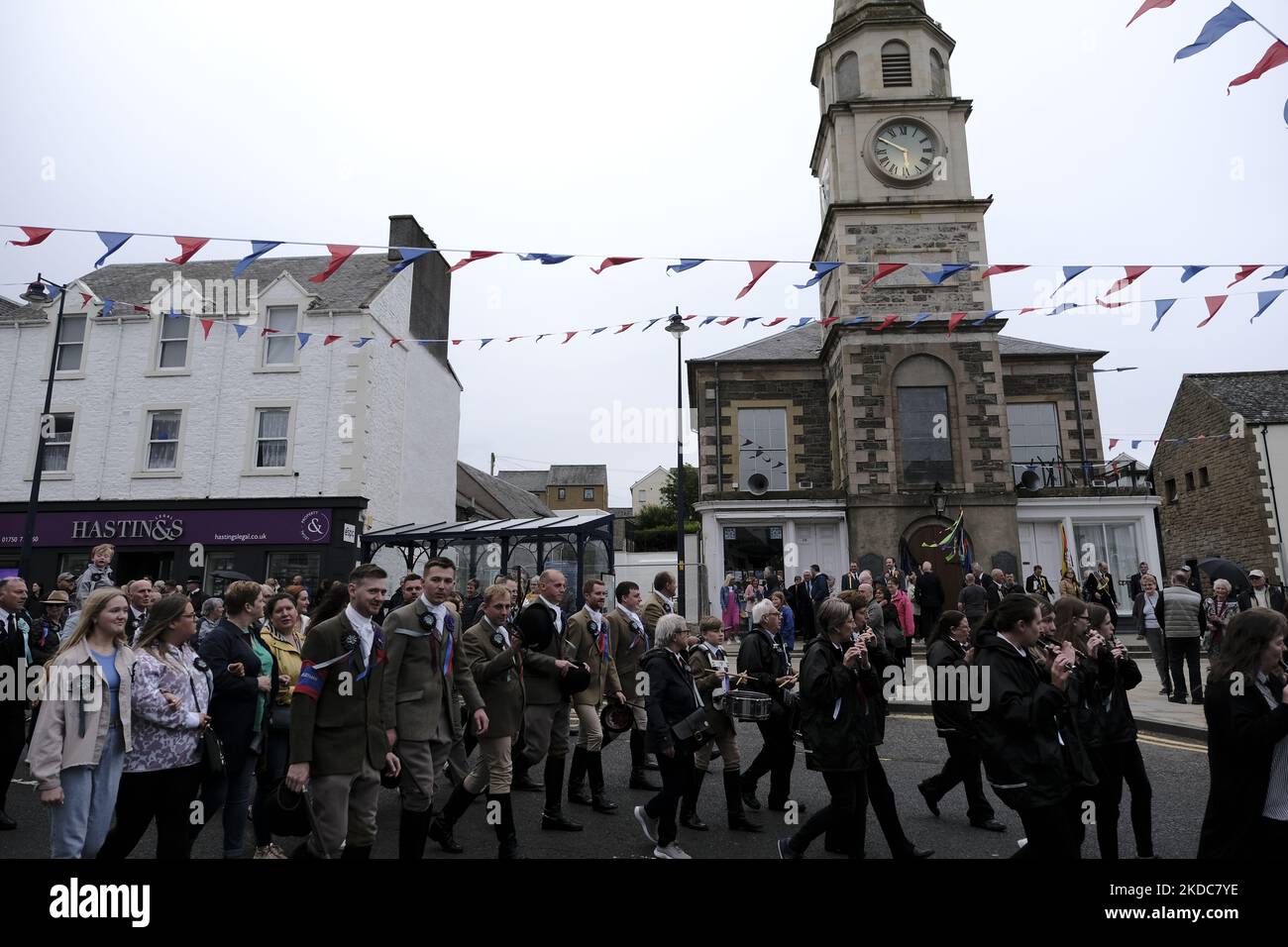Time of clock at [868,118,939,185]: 5:49
